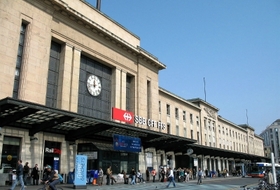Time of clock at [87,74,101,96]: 11:42
